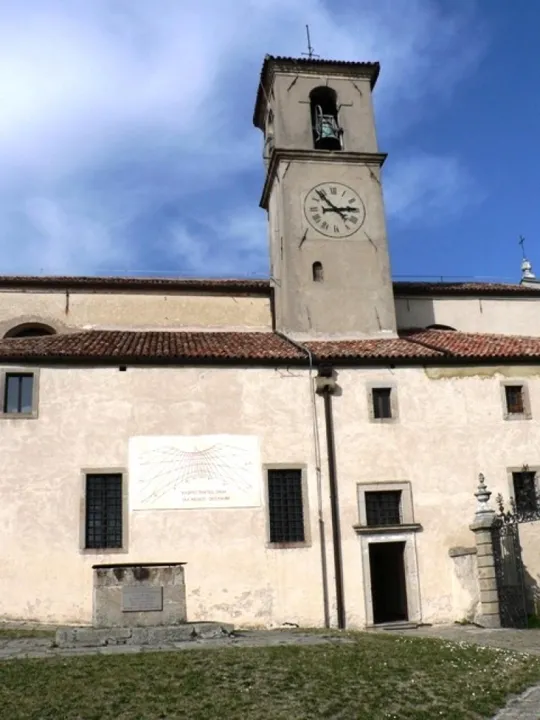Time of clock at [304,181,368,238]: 2:53
